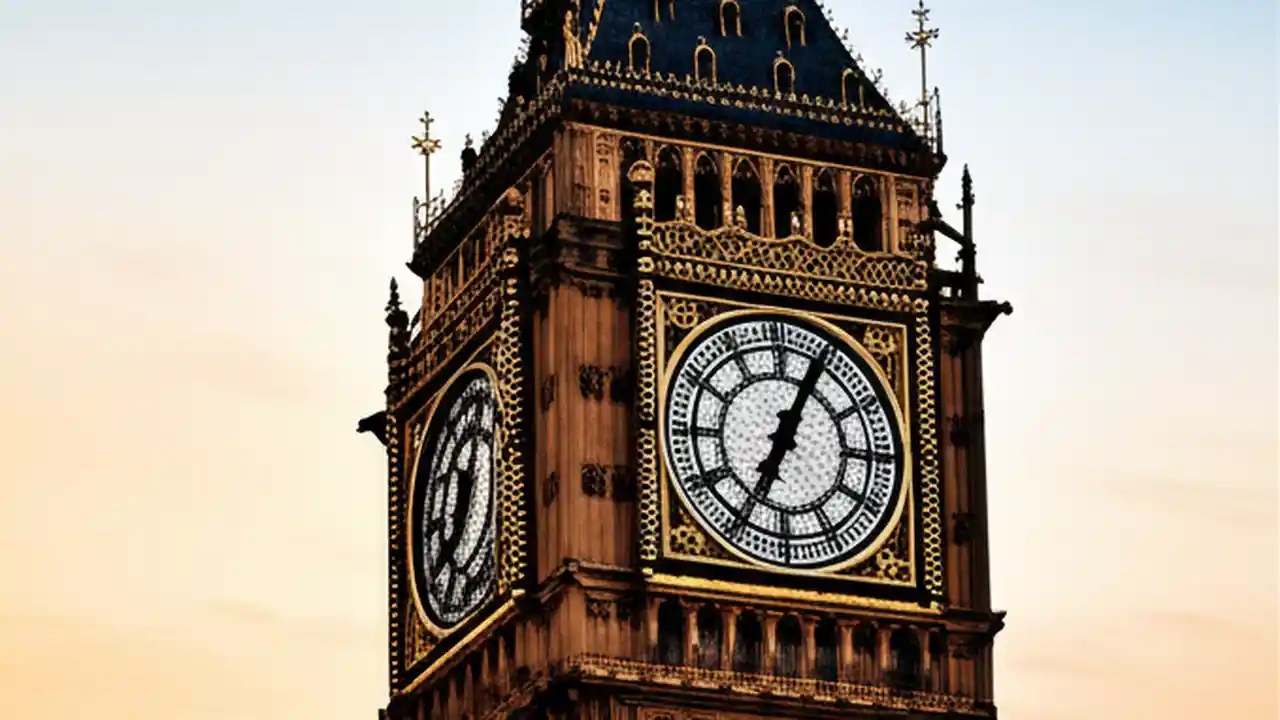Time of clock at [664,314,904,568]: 7:04
